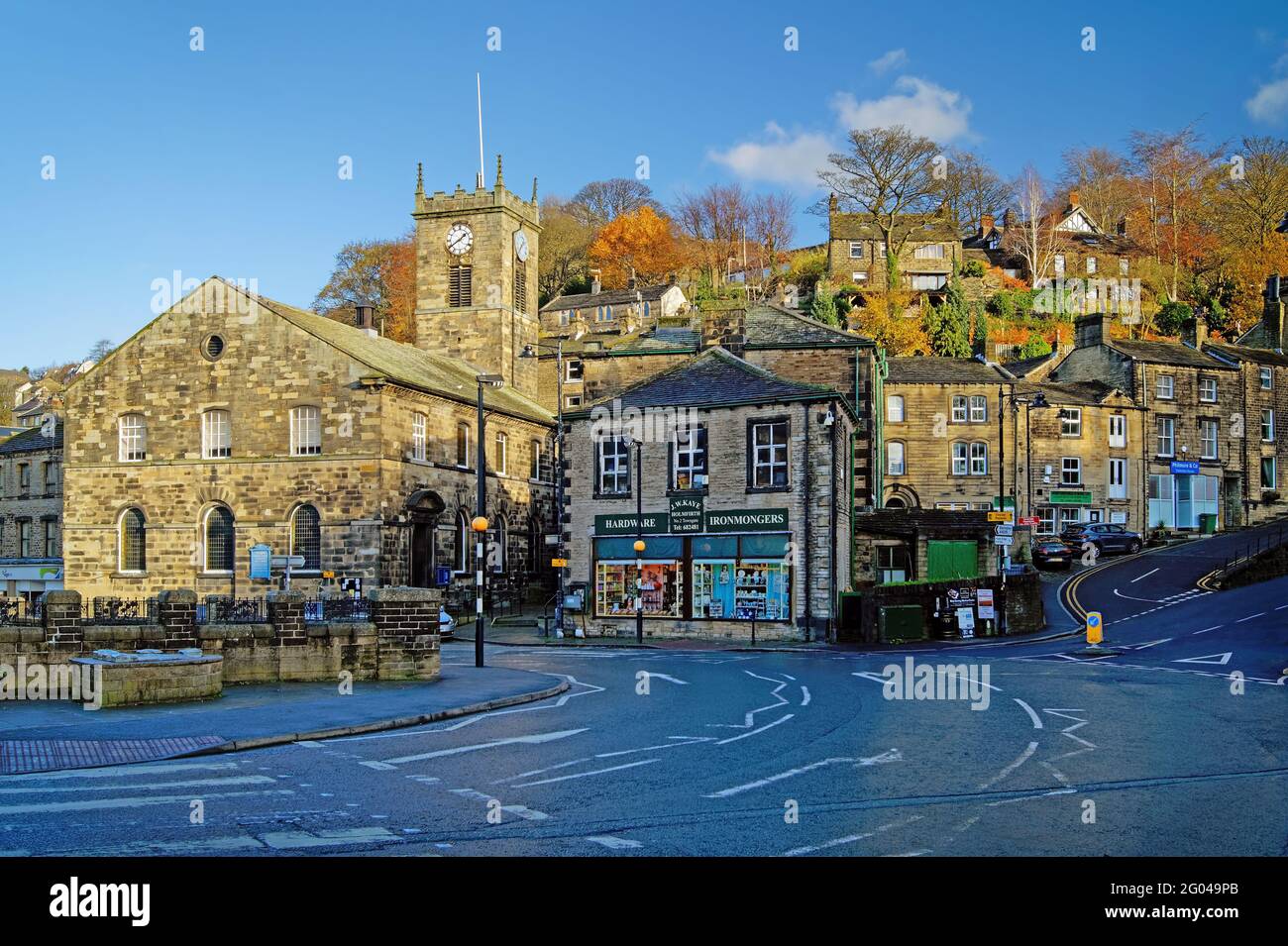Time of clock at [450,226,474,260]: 1:39
